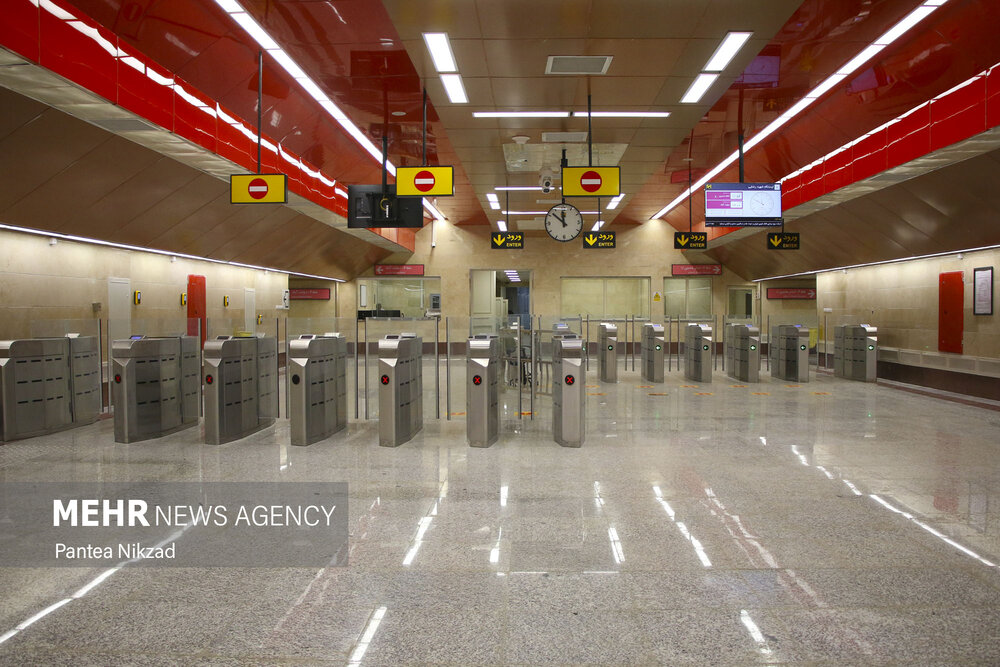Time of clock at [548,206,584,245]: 11:52
